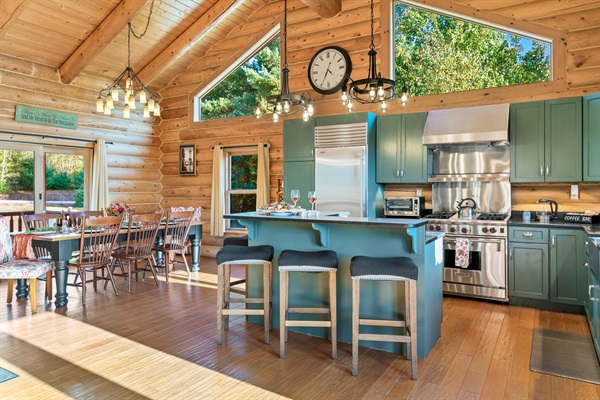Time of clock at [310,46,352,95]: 4:34
